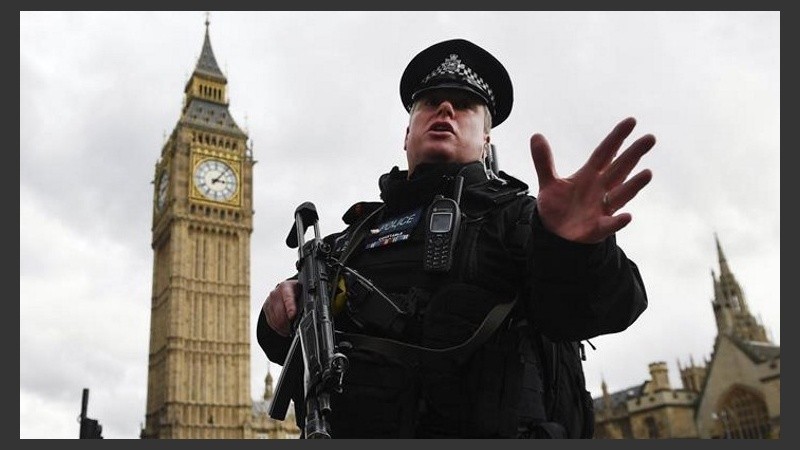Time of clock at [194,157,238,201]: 3:06
